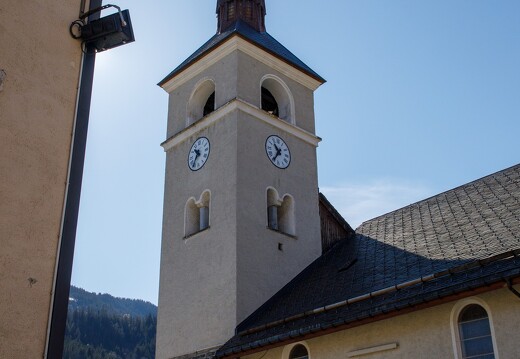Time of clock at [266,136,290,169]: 10:35
